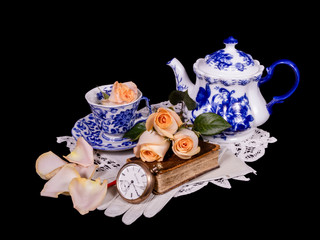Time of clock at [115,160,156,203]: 7:25
